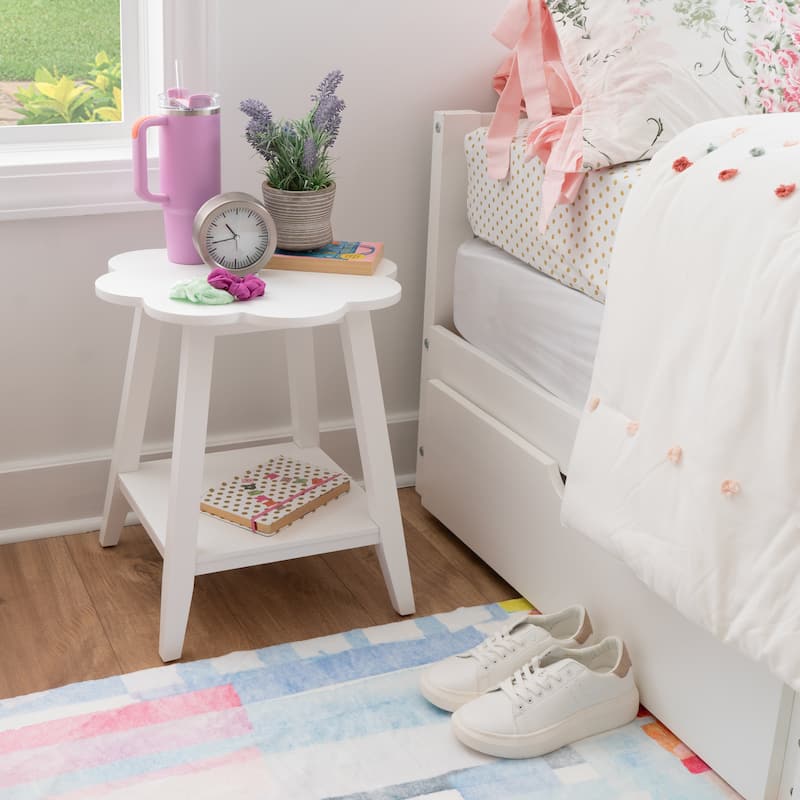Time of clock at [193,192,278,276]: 10:42
